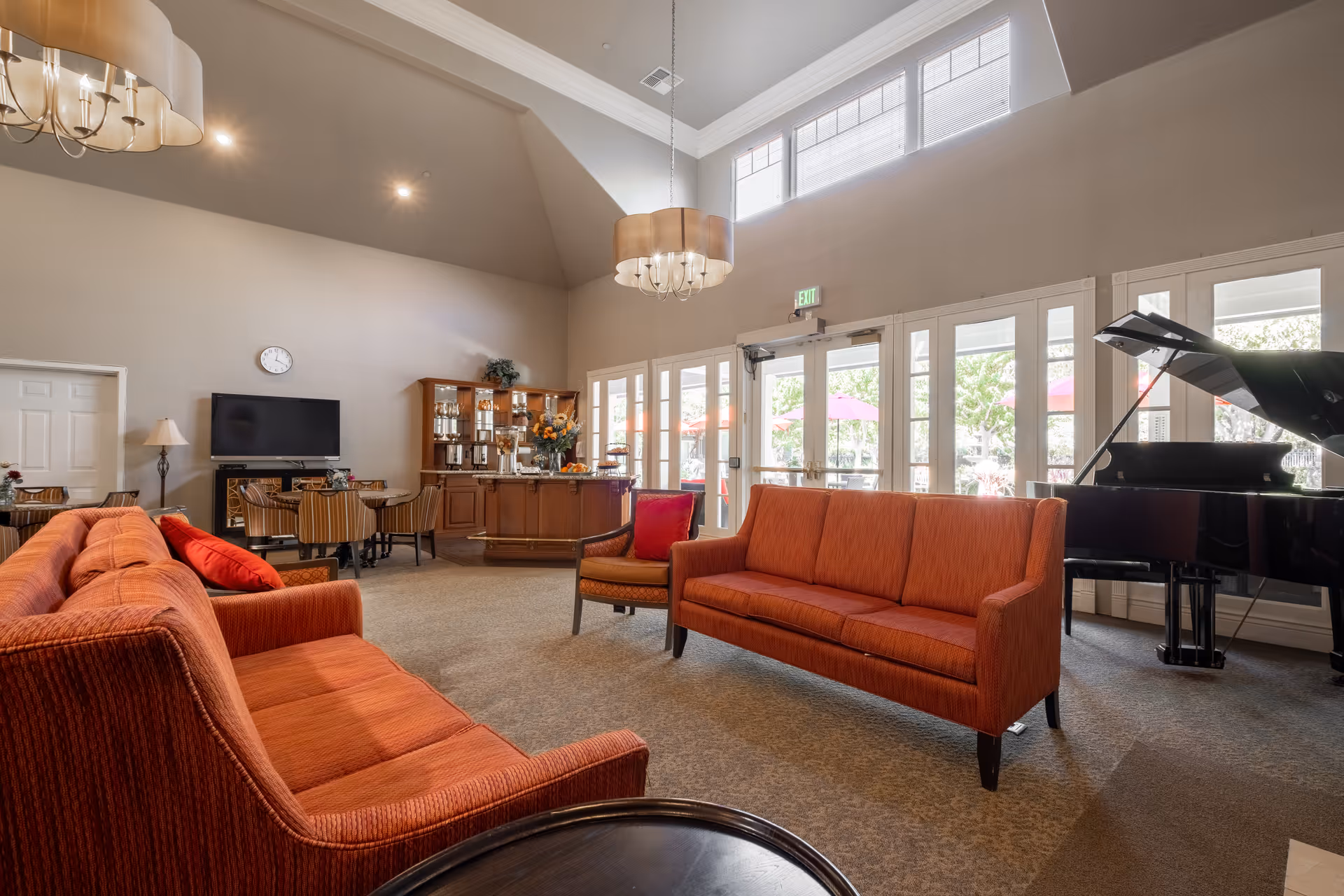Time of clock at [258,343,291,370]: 12:19
